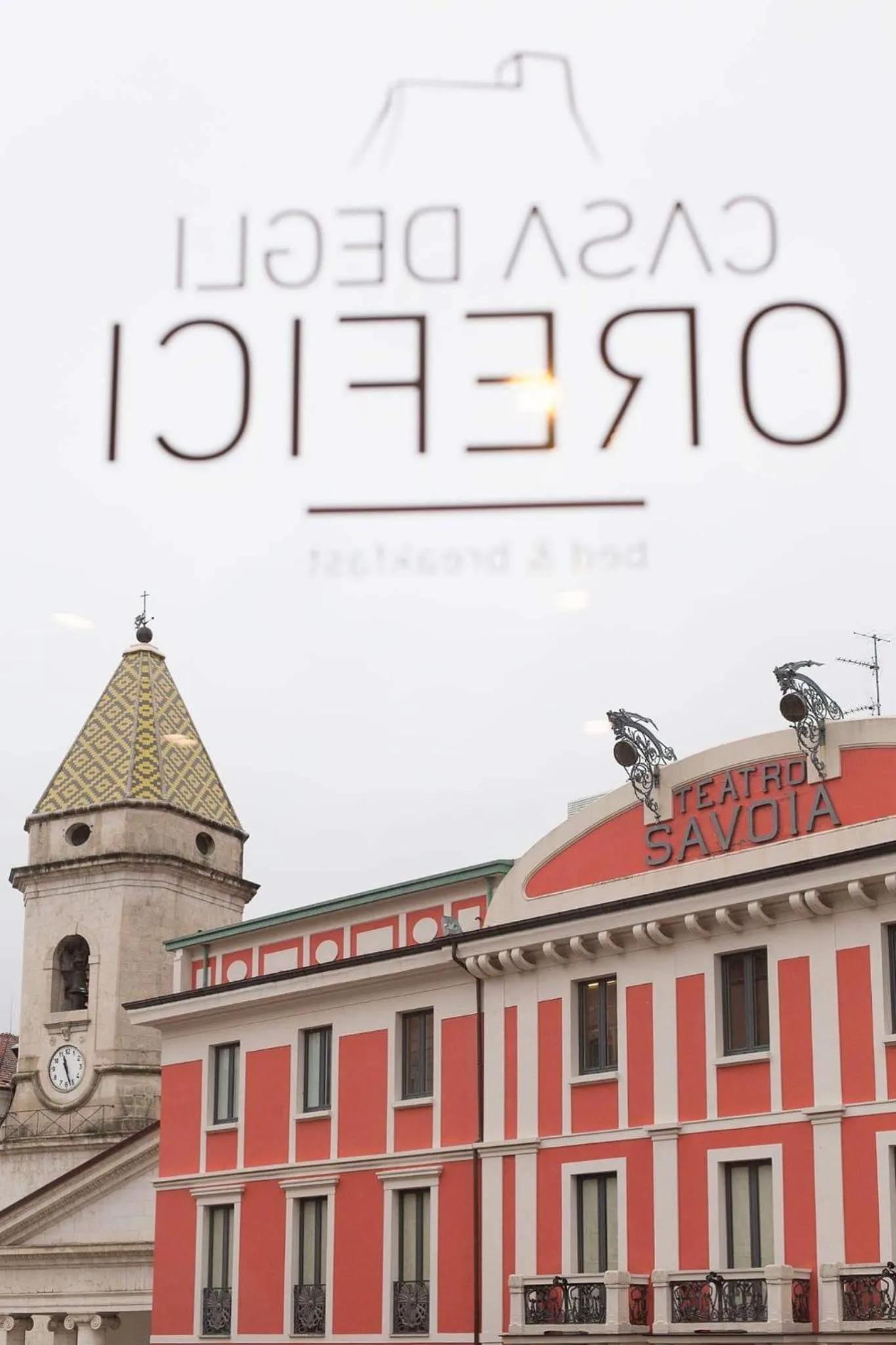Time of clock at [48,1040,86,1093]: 11:26
